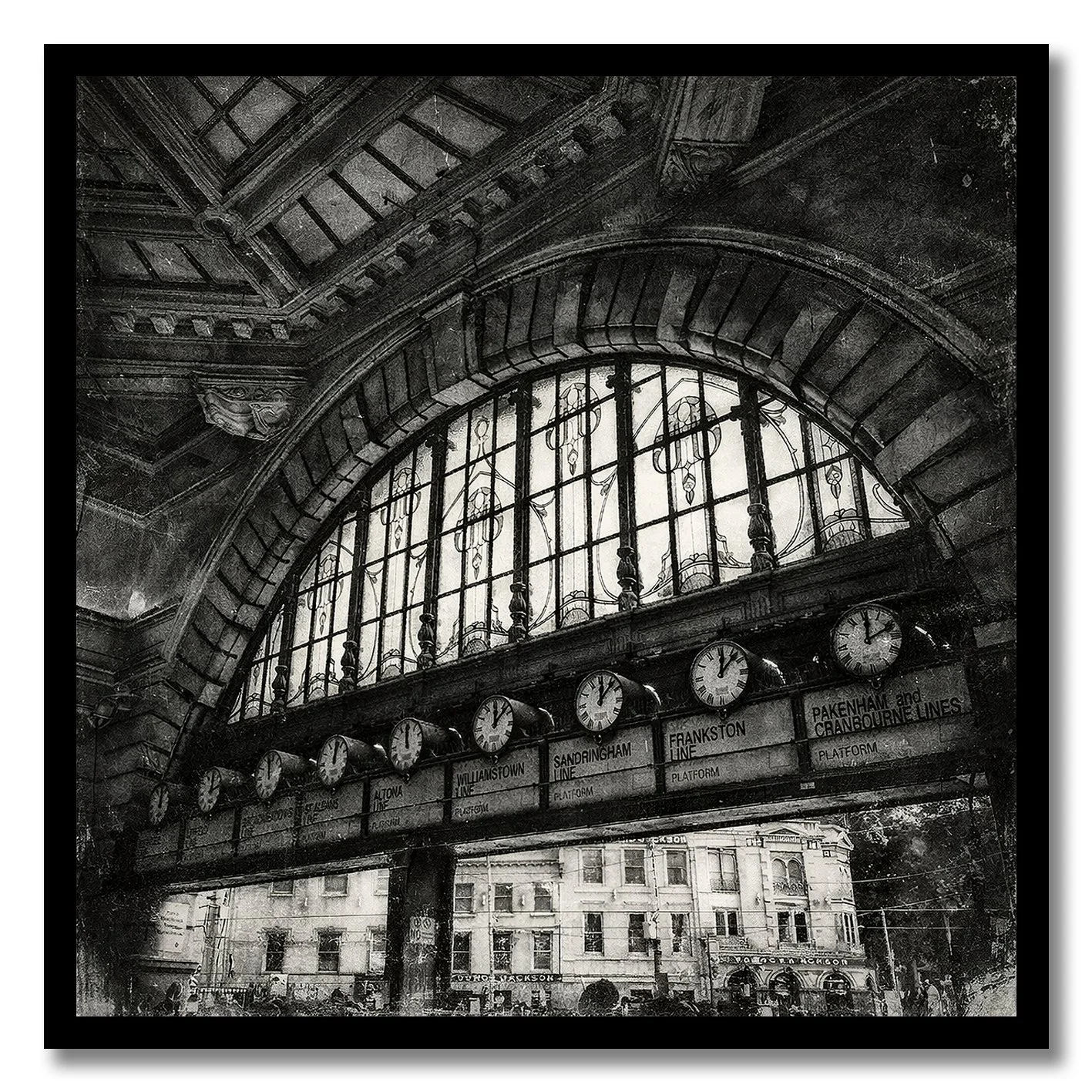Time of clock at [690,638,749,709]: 12:07
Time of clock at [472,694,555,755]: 12:07
